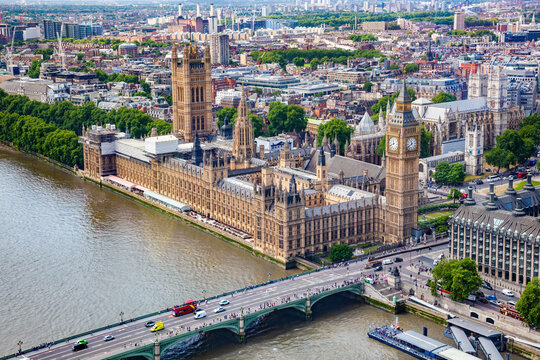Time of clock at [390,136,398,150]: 11:40
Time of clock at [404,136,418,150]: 11:40
